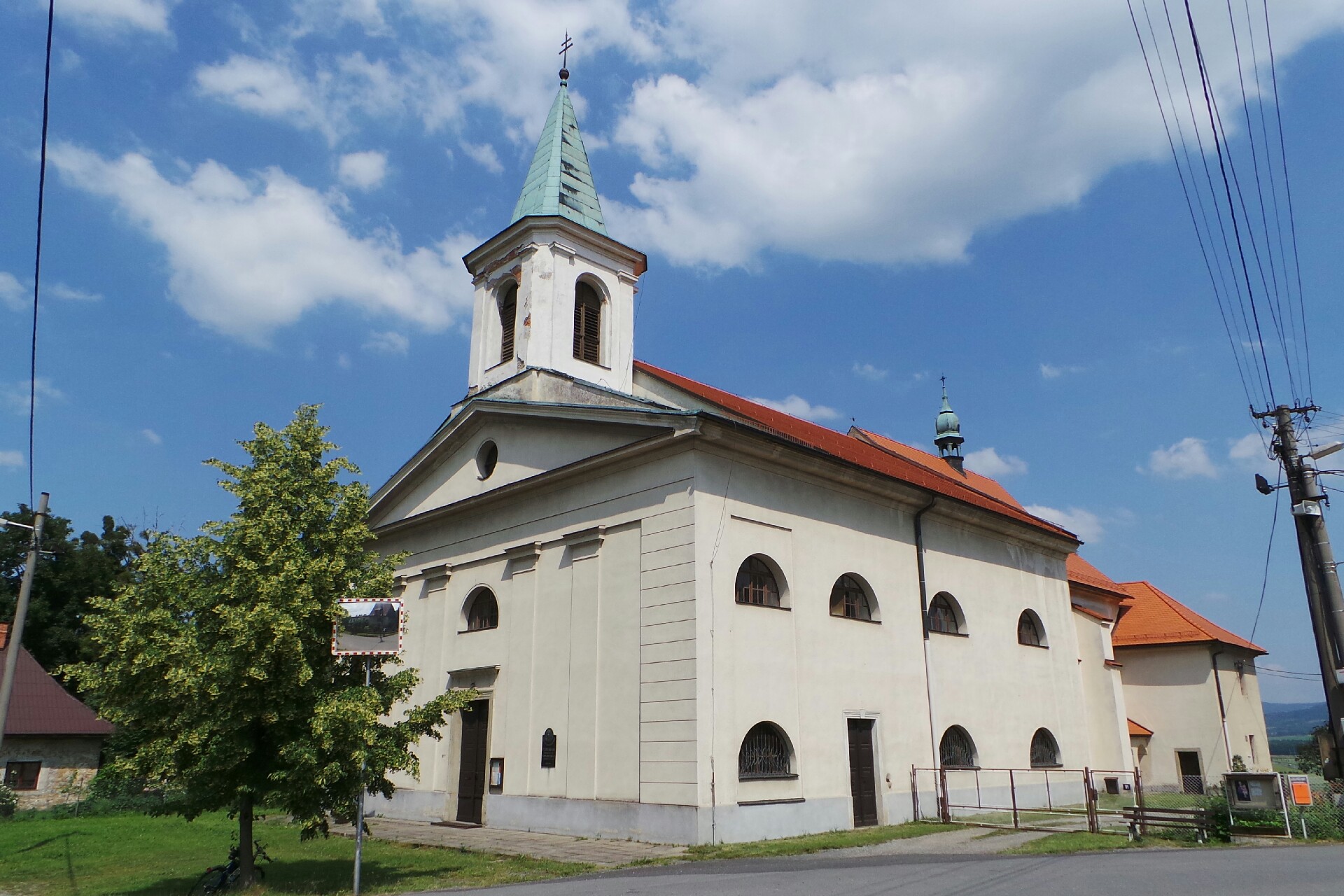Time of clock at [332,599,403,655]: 2:45
